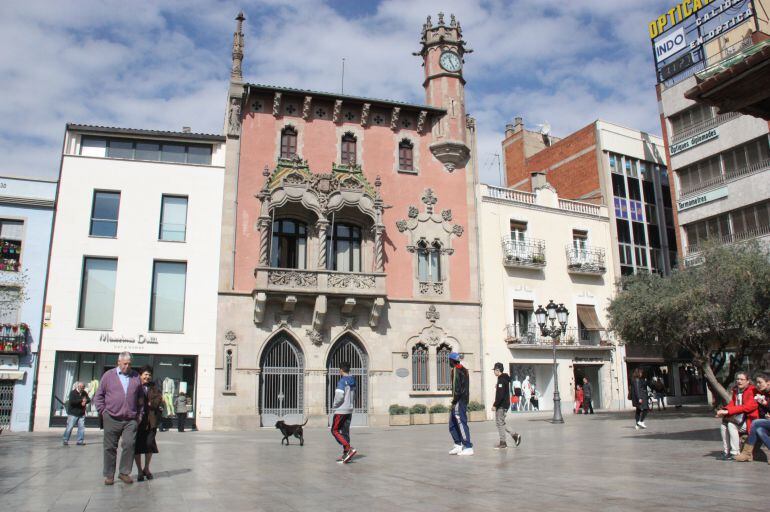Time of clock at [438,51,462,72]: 11:25
